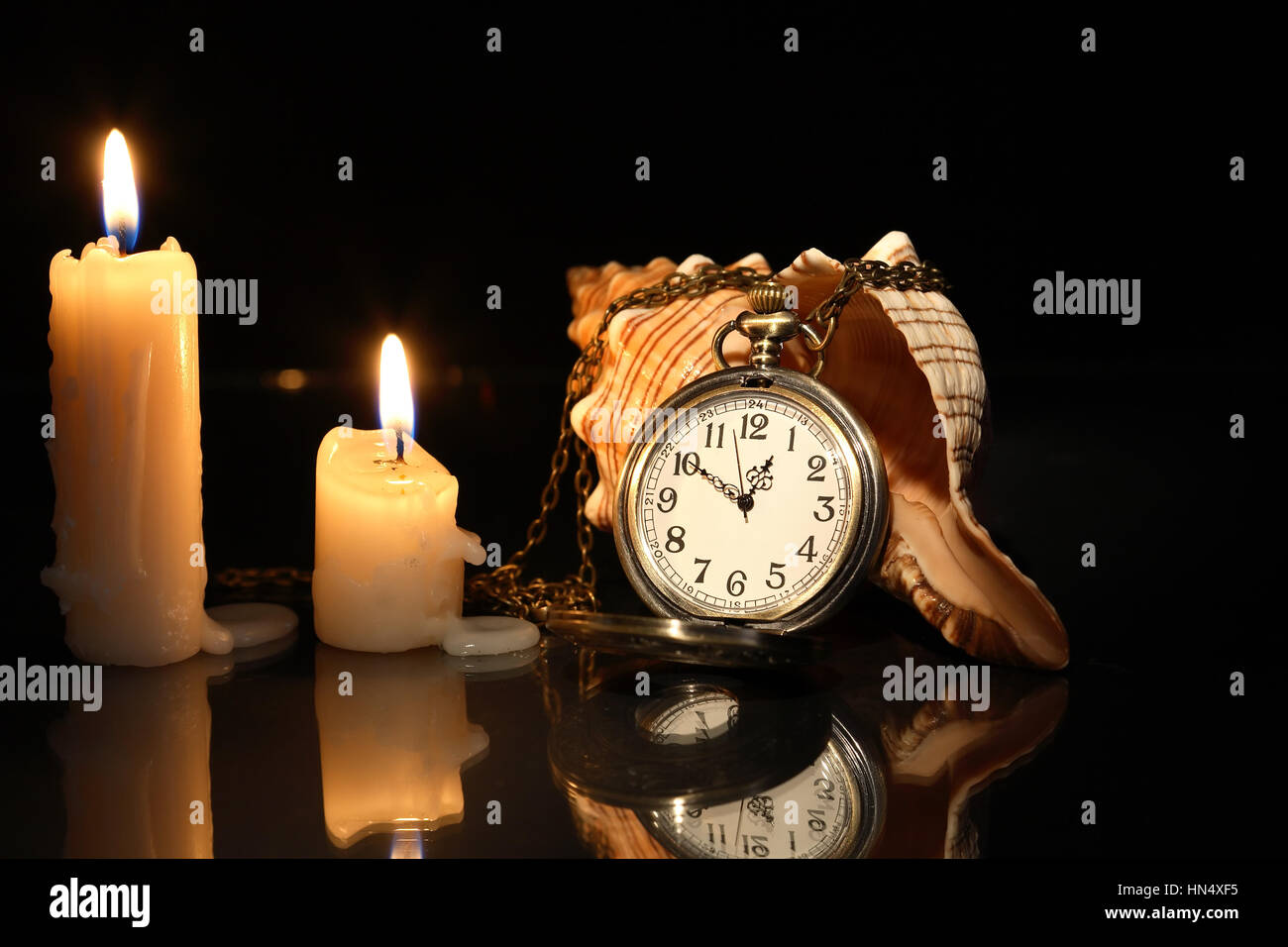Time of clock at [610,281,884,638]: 12:50
